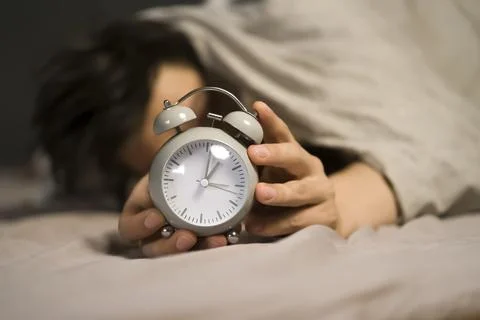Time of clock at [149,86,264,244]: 12:16
